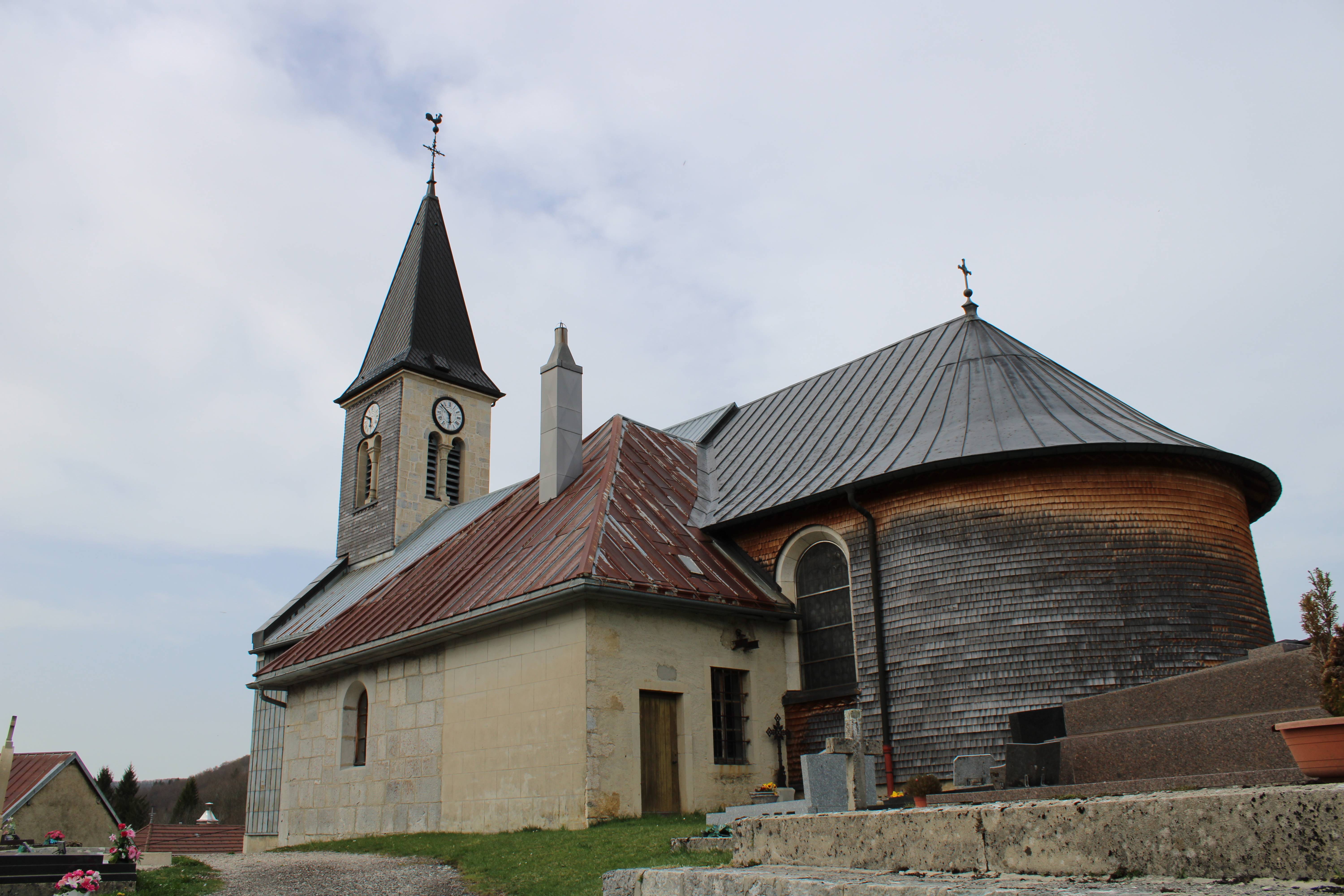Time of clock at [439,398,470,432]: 5:51
